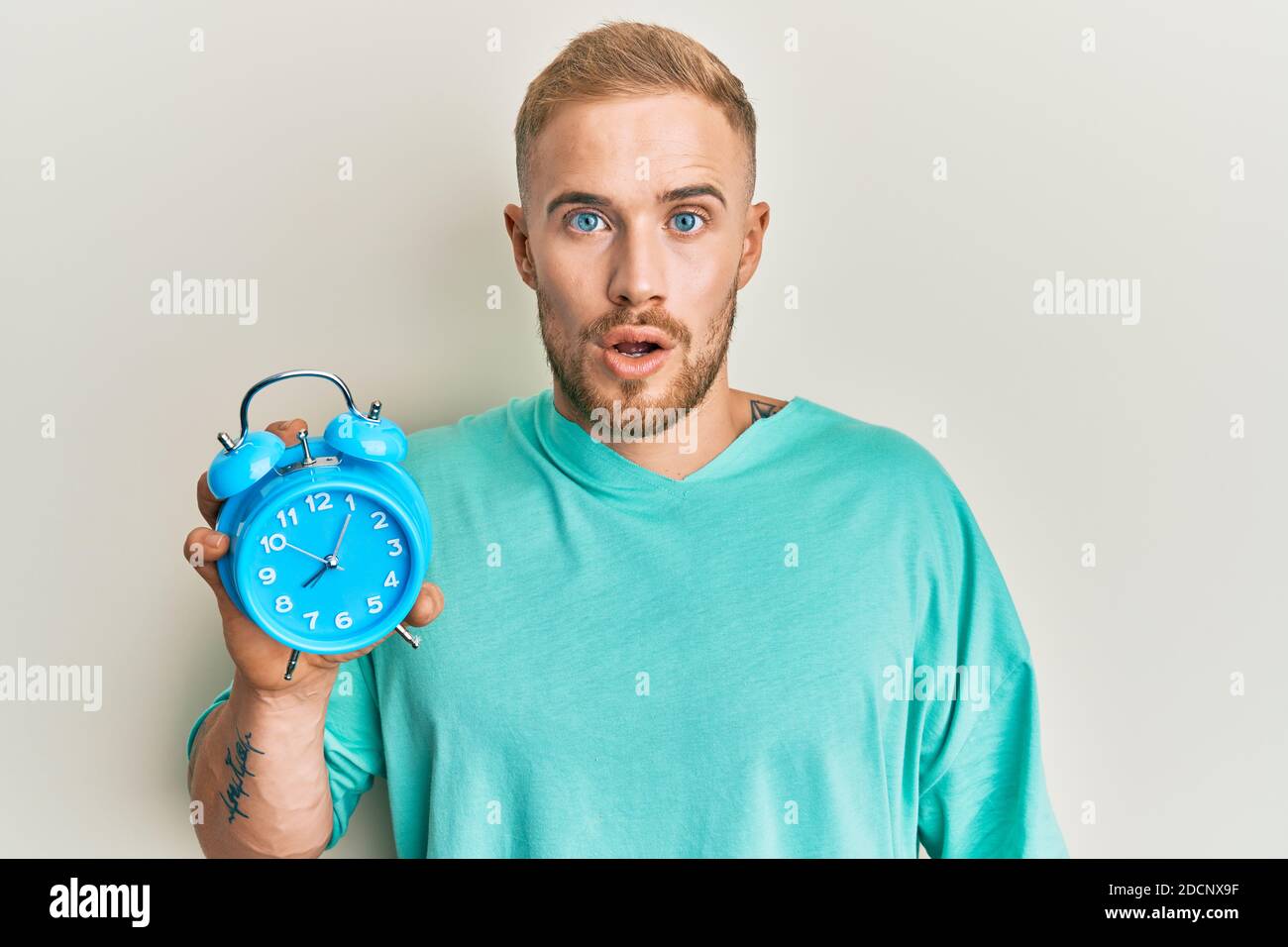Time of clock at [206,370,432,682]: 8:05
